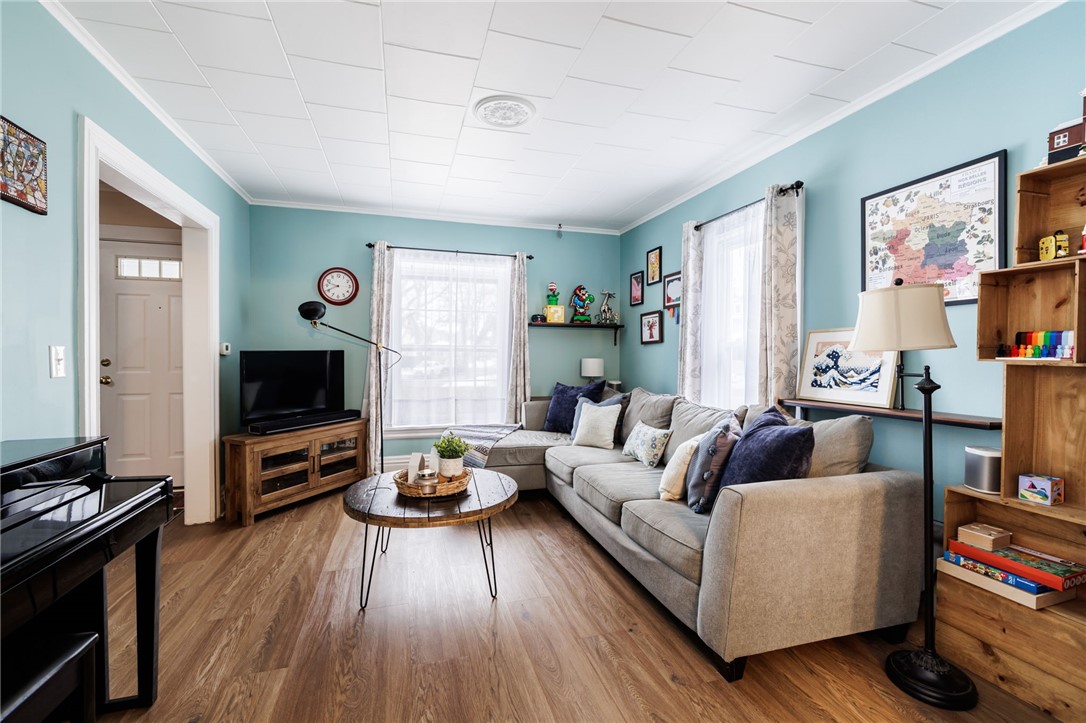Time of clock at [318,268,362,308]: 9:40
